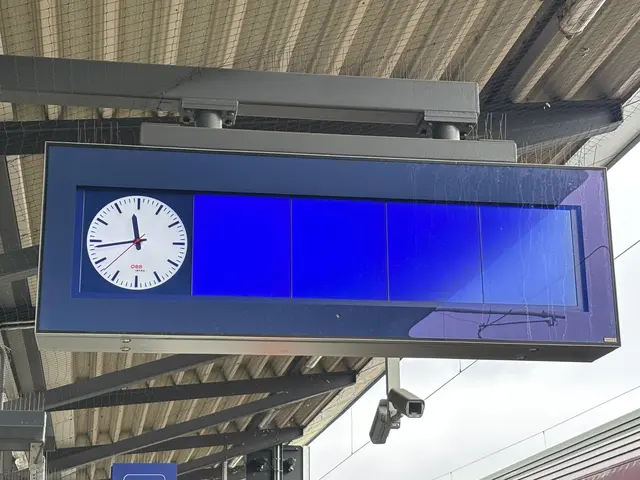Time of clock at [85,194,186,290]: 11:43
